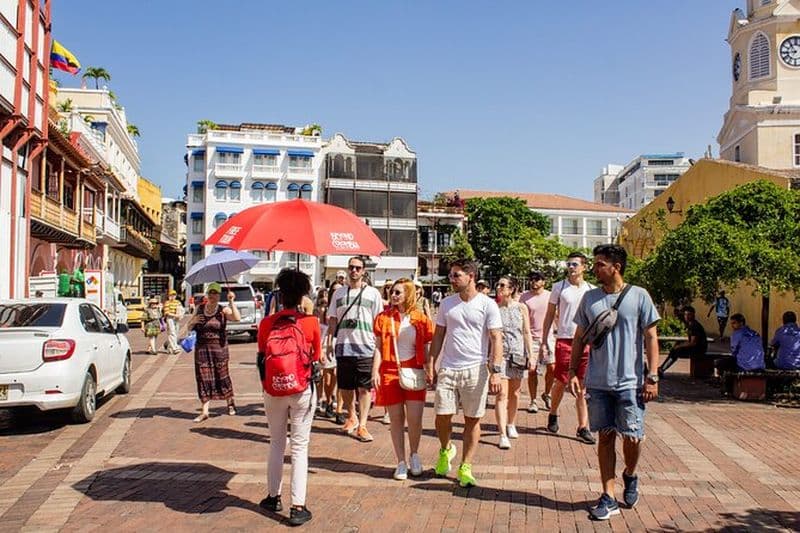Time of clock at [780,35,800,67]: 10:43
